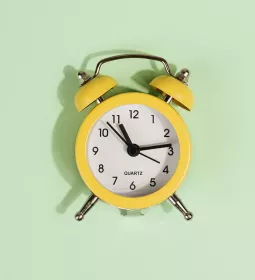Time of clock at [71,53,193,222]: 11:13
